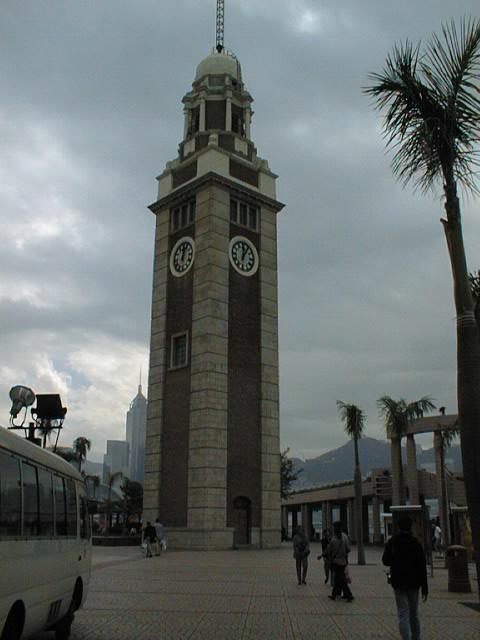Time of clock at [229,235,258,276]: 12:05
